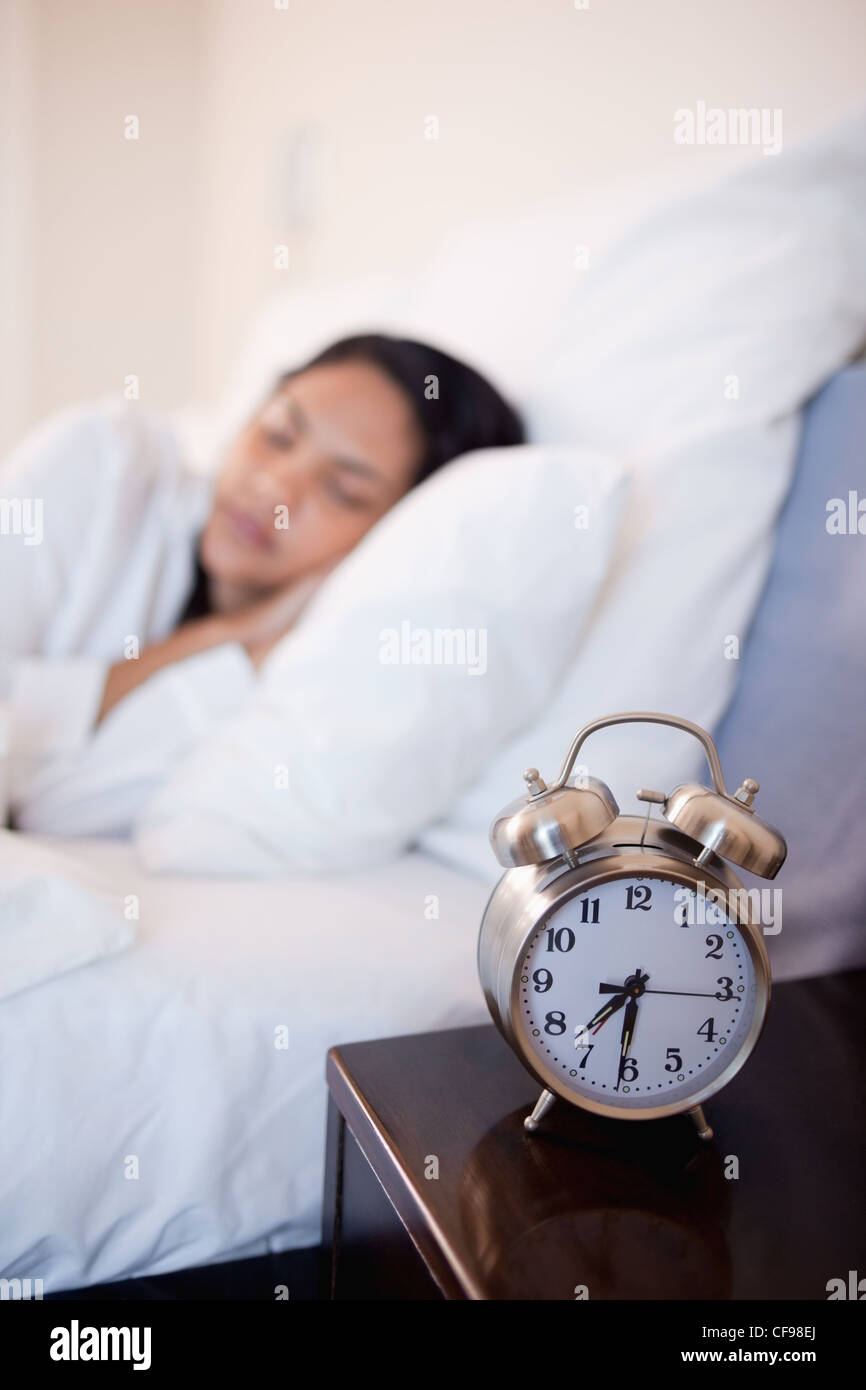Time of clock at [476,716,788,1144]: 7:31
